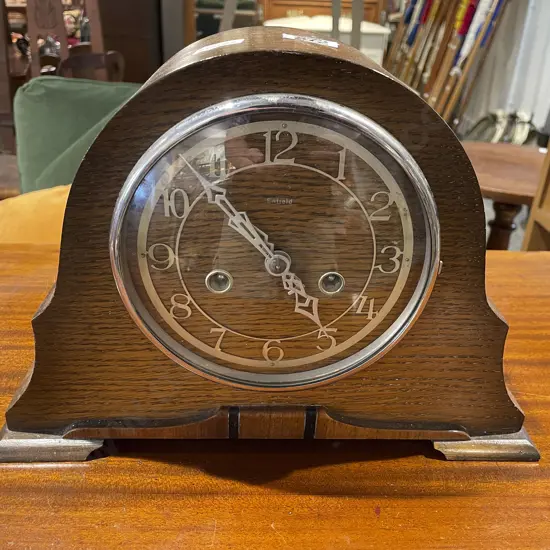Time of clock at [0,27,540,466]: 4:53
